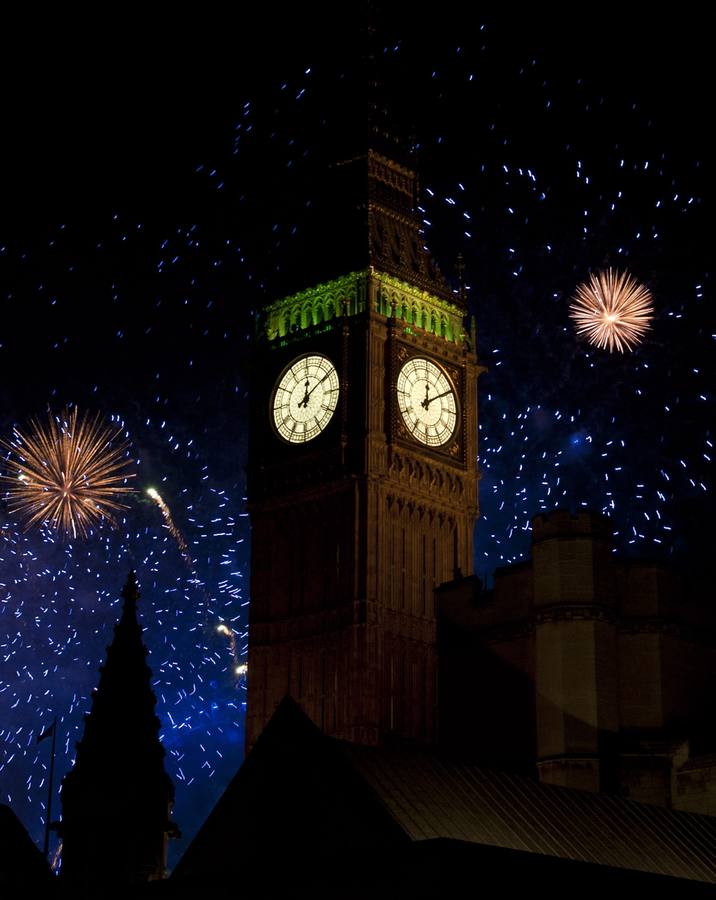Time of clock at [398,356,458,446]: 12:09
